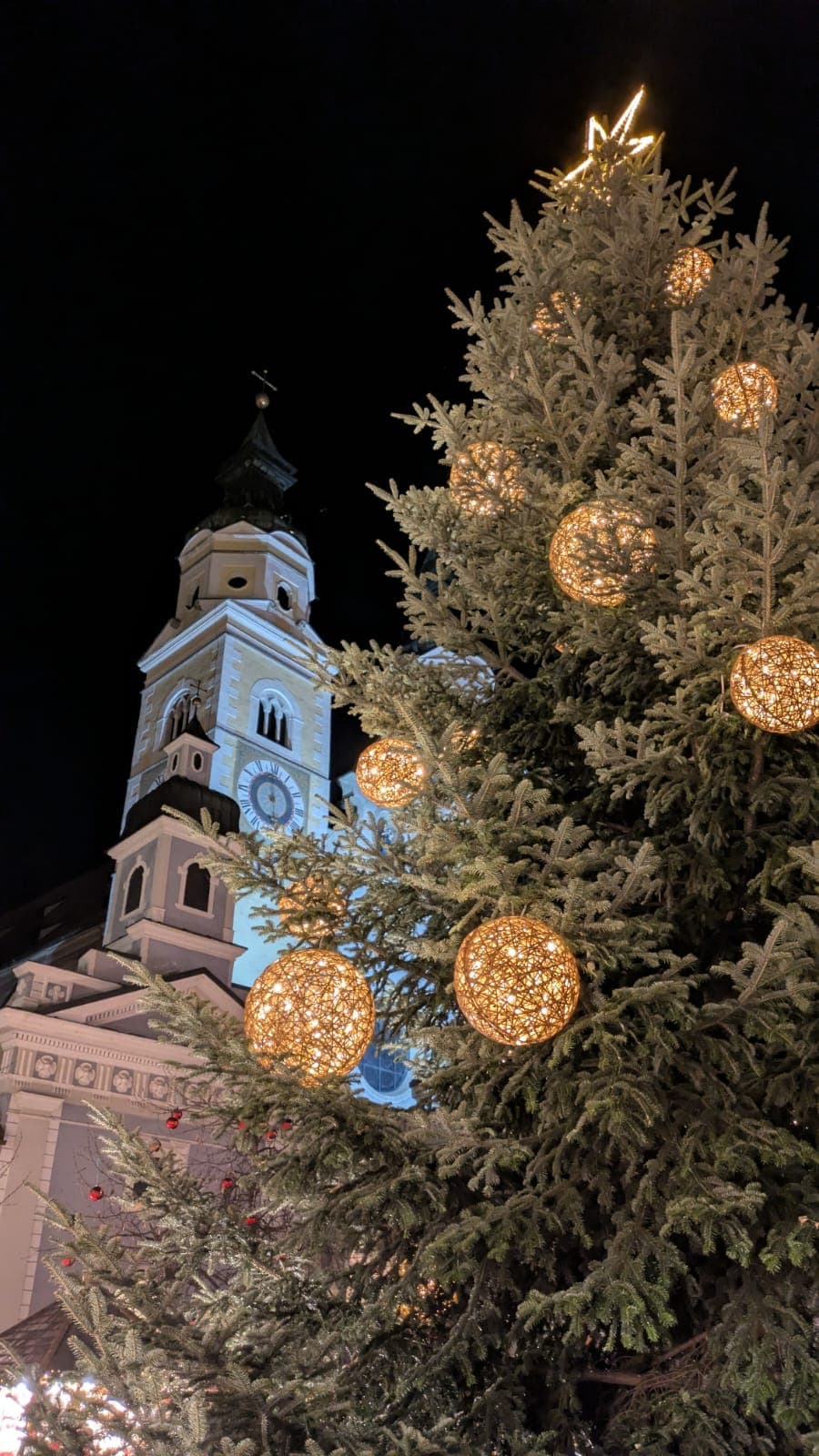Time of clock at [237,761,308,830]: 5:59
